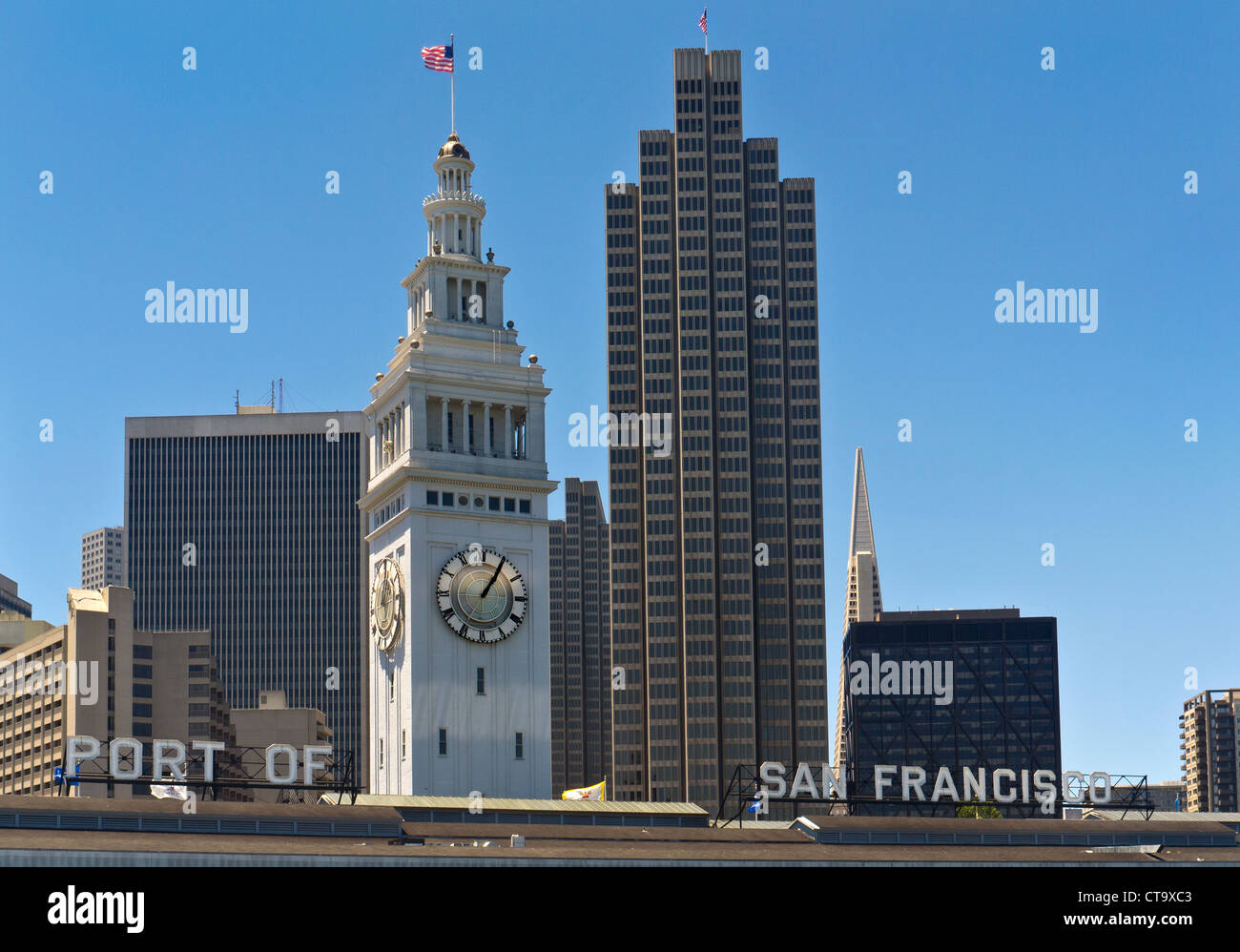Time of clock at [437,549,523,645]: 1:05
